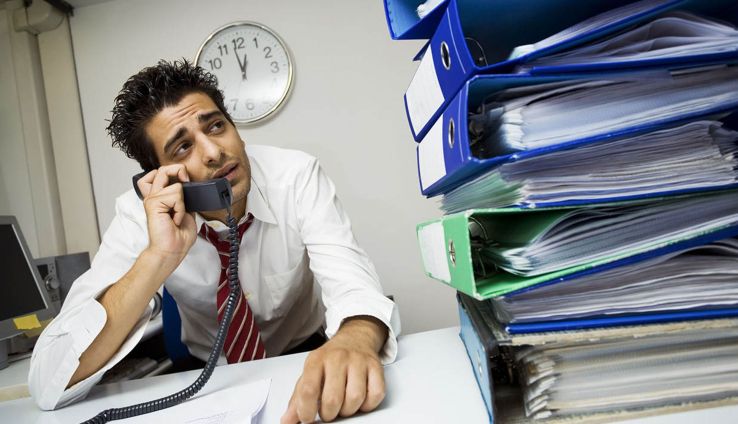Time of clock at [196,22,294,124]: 12:58
